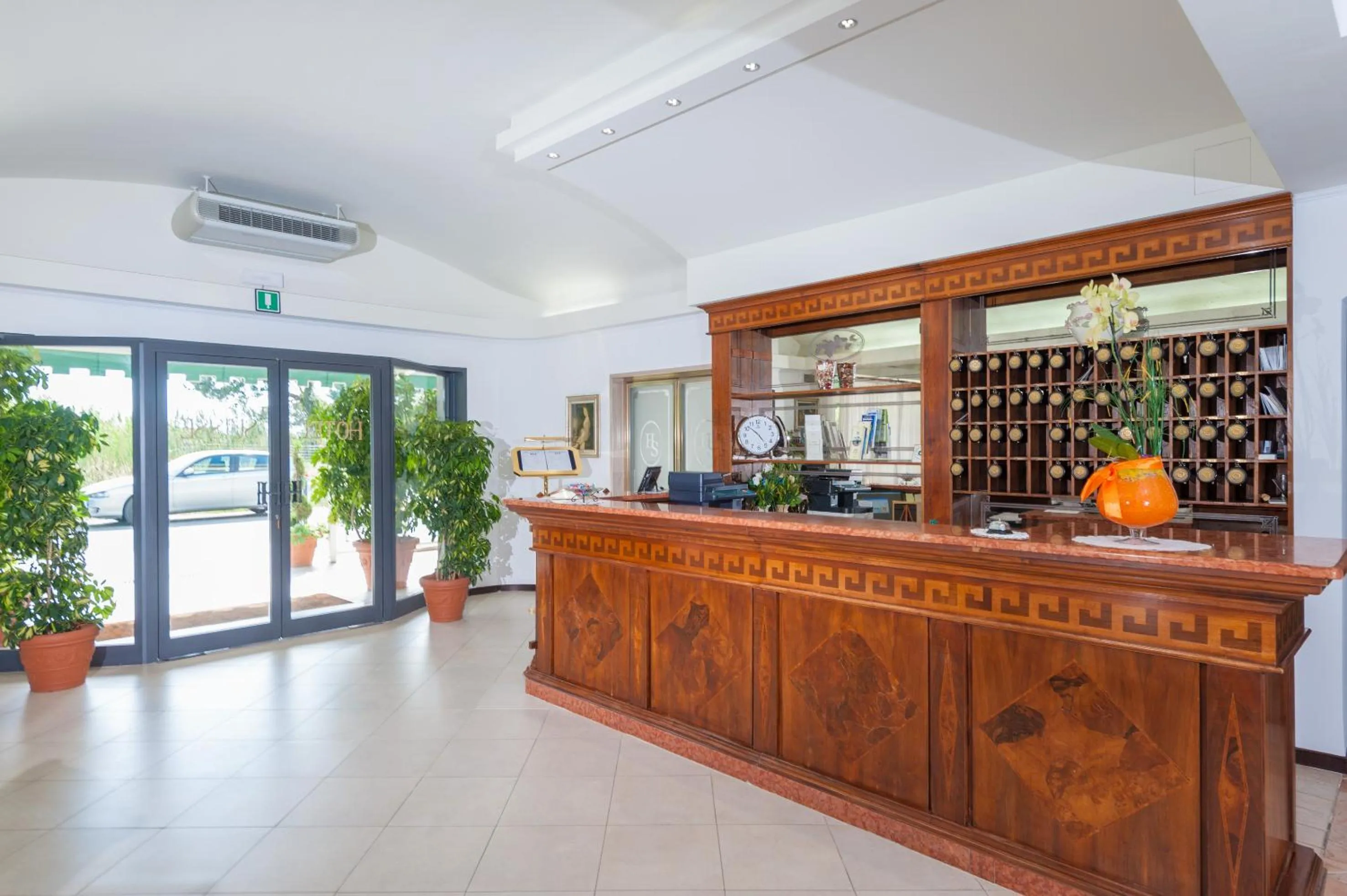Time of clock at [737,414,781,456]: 4:52
